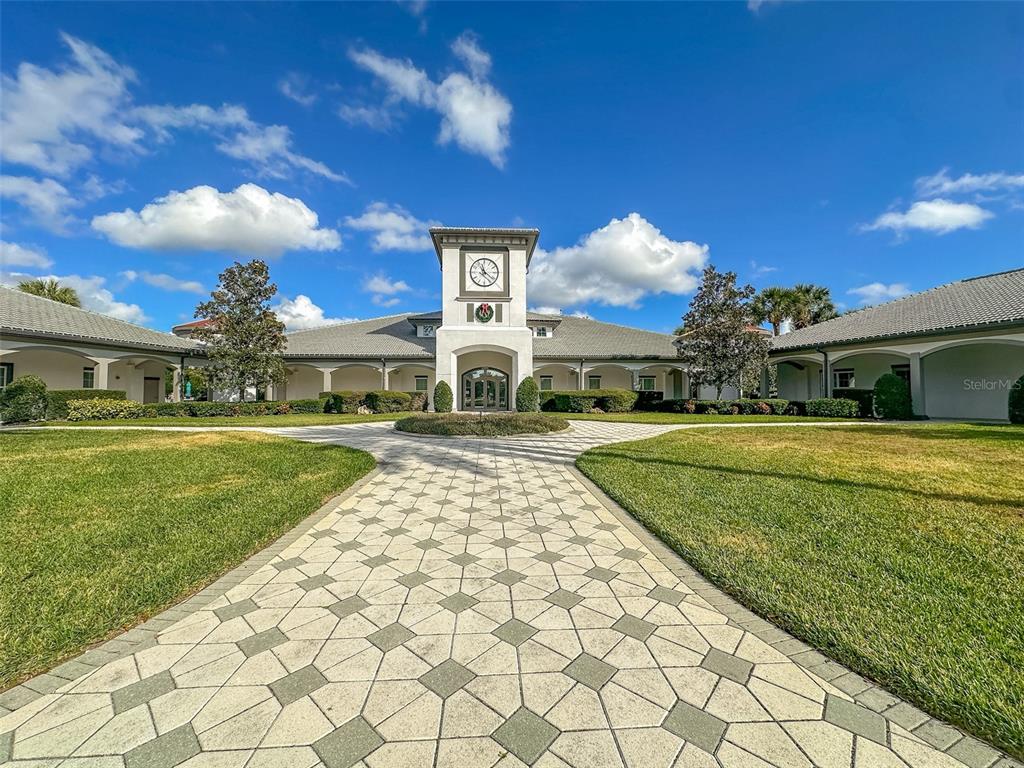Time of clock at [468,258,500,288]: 11:21
